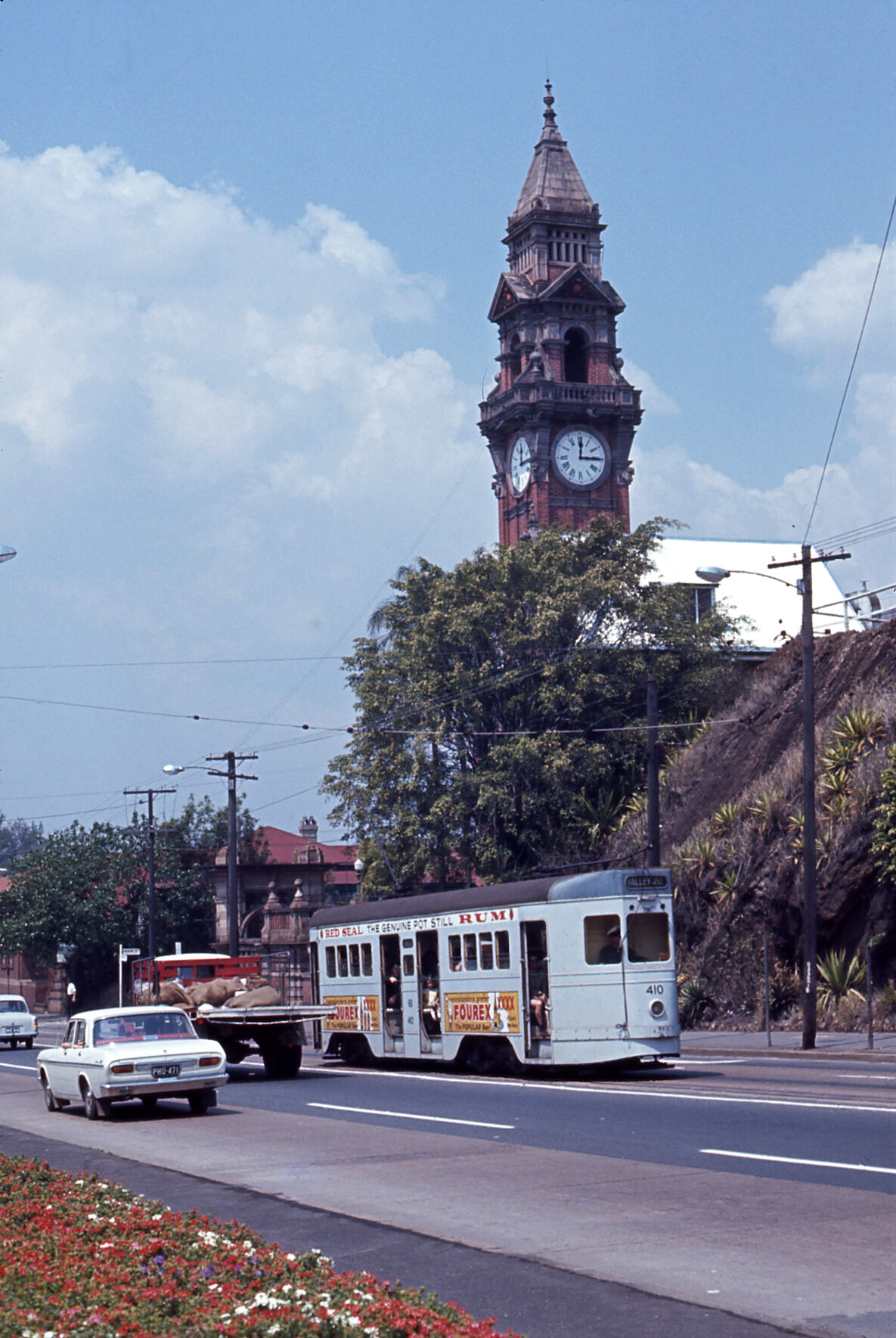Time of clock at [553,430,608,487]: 12:14
